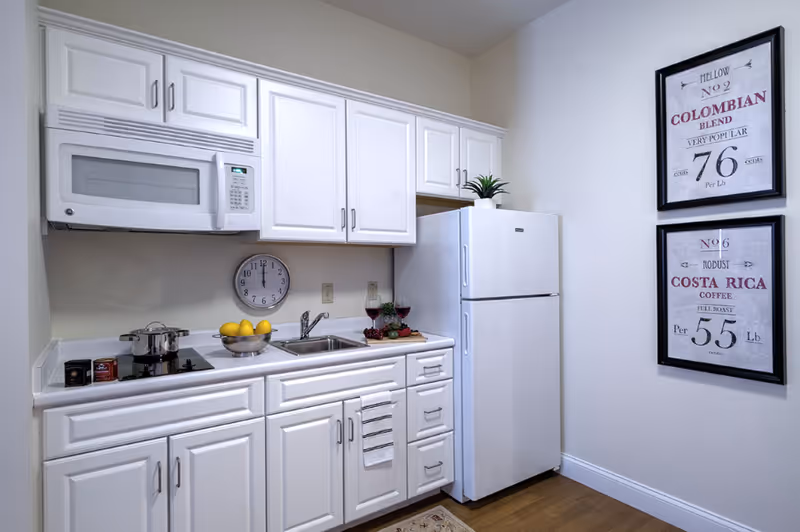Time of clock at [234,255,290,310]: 12:00
